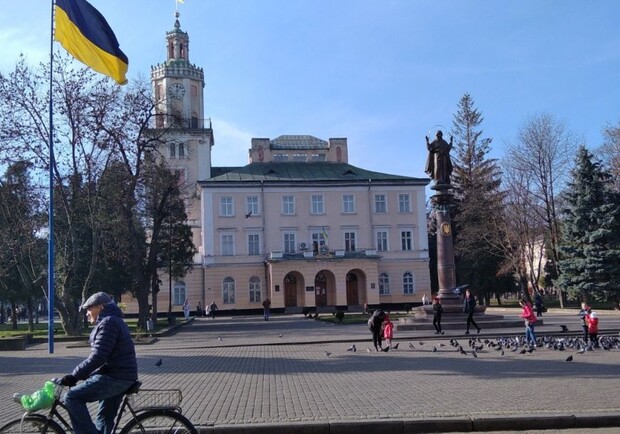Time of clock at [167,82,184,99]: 12:07
